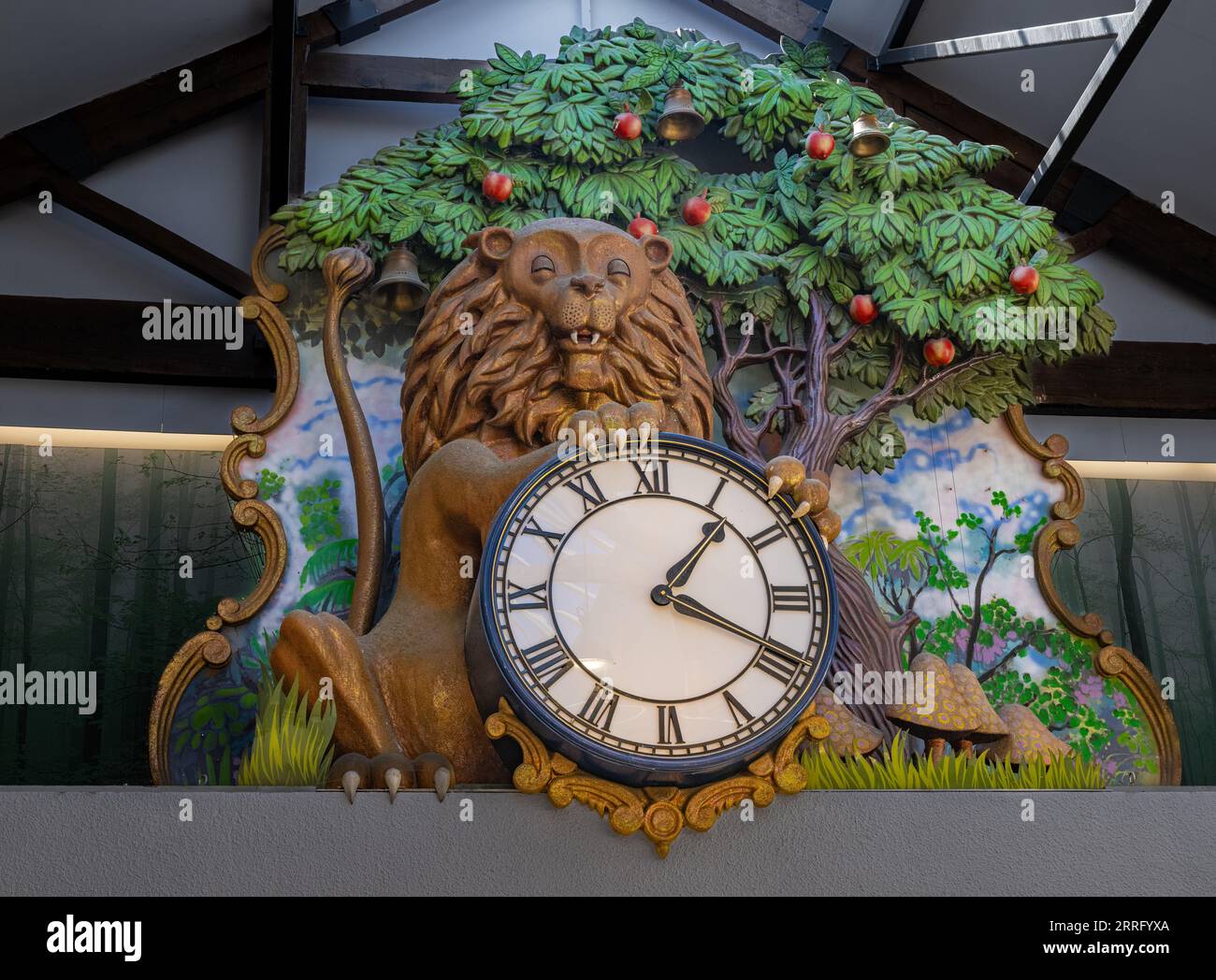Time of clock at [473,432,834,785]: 1:19
